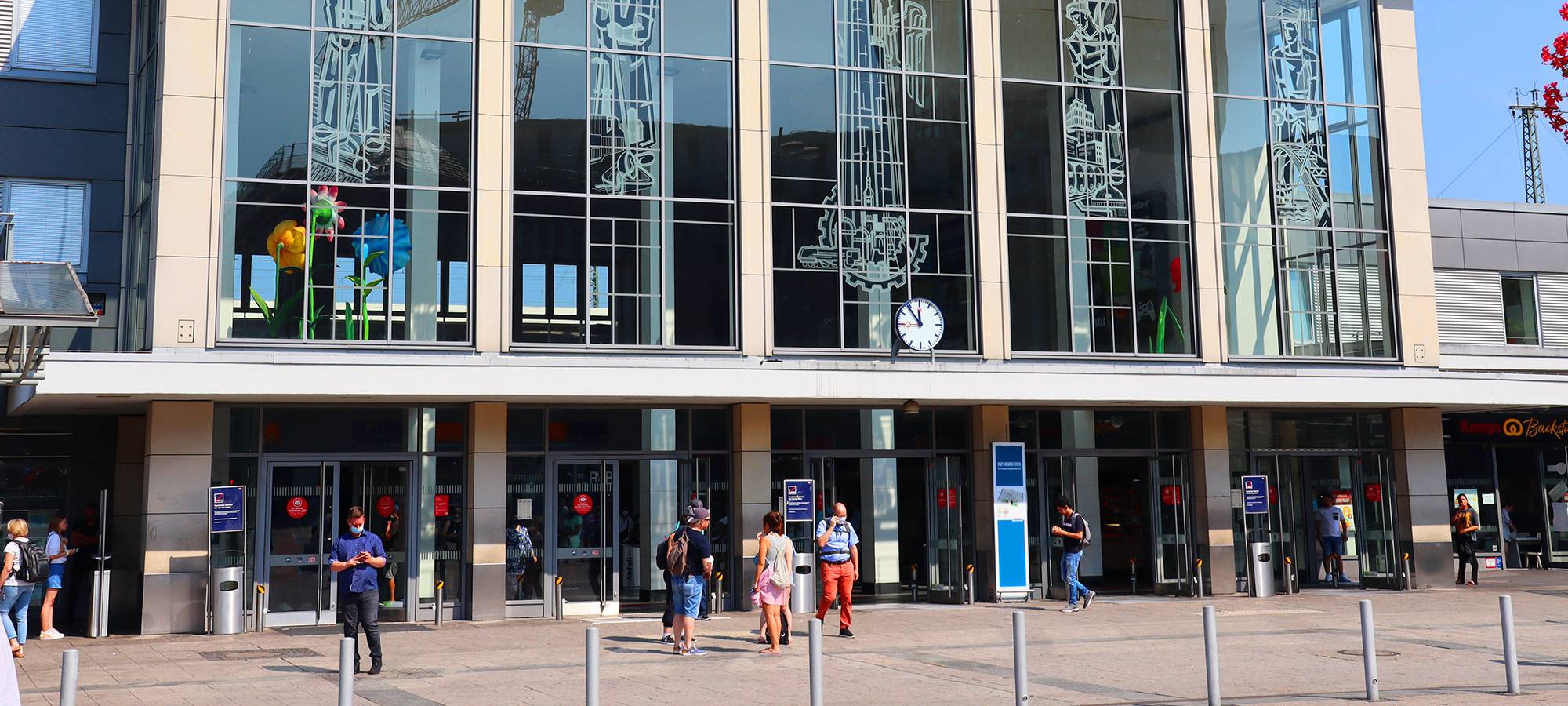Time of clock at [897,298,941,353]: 11:53
